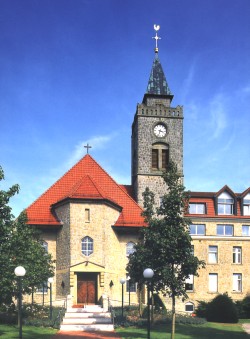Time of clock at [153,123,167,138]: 3:33
